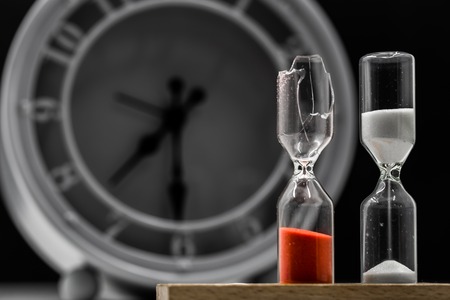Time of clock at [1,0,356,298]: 7:30
